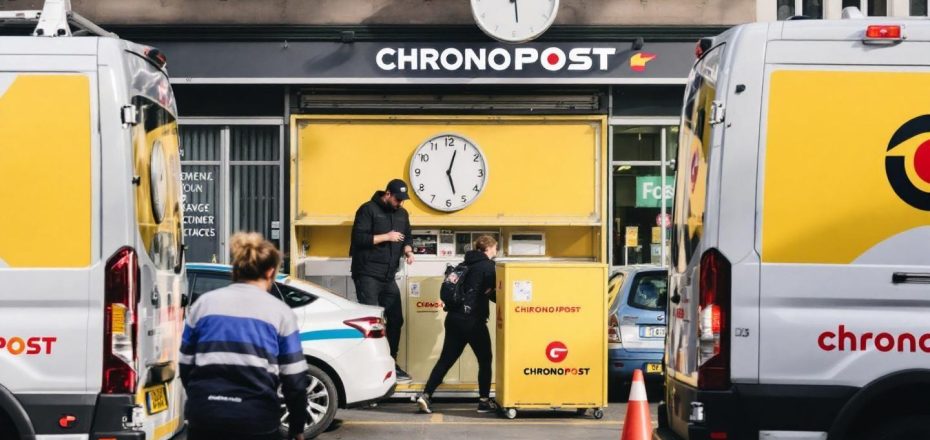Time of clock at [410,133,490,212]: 12:27
